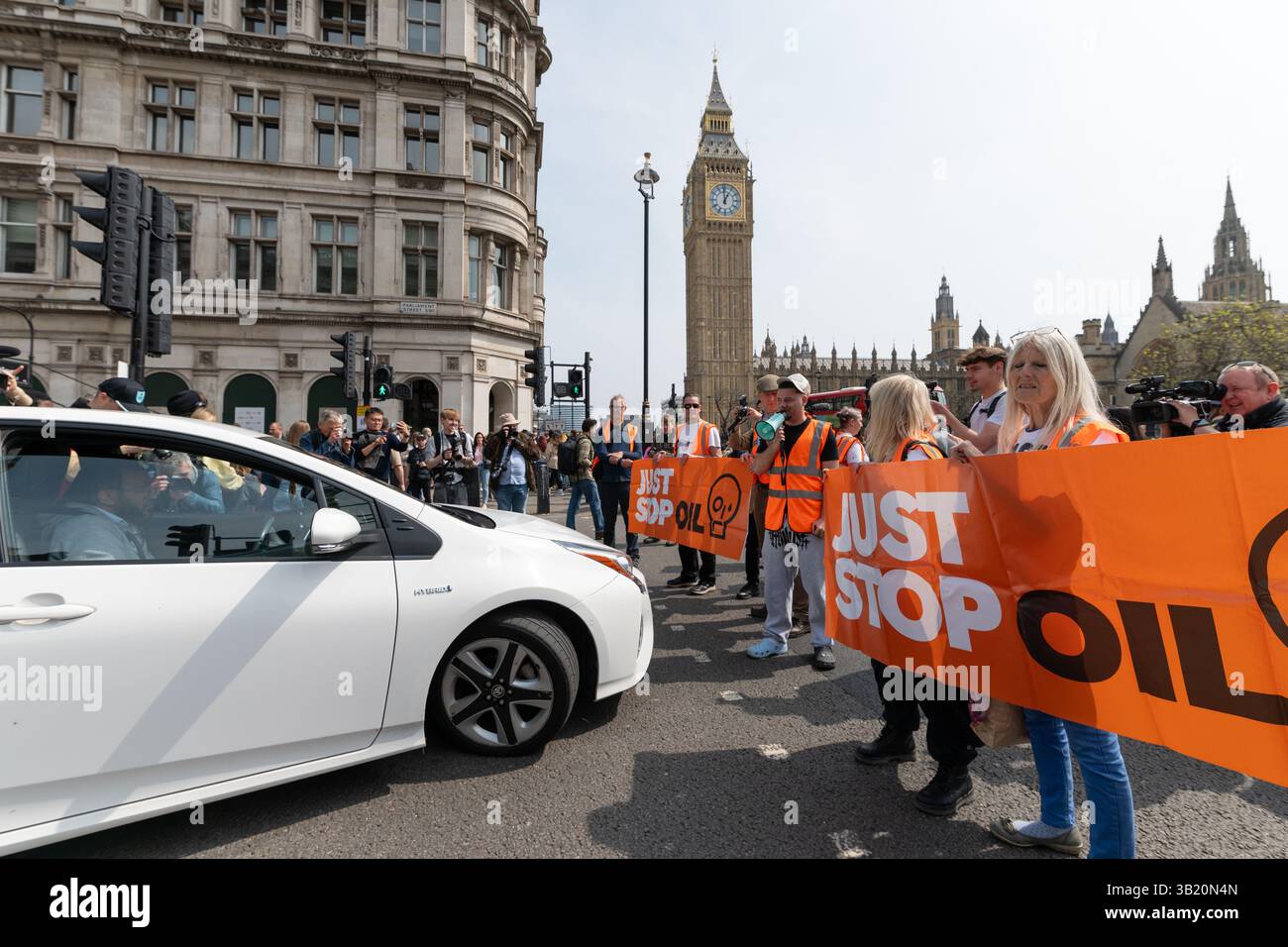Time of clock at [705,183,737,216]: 12:59
